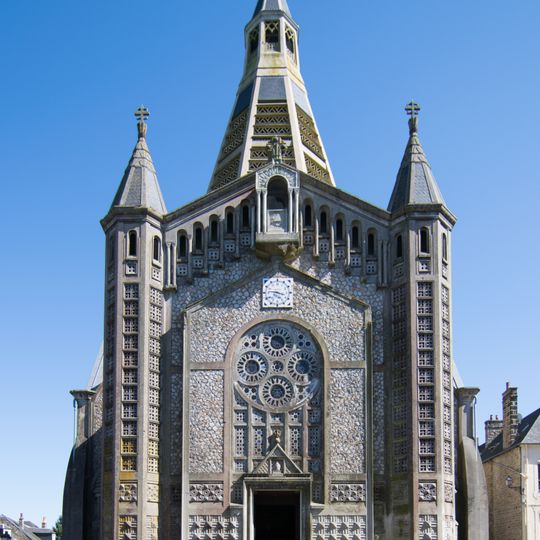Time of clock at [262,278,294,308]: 3:46
